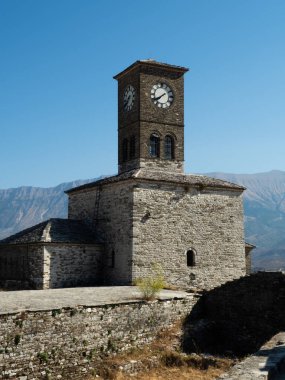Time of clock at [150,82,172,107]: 7:39
